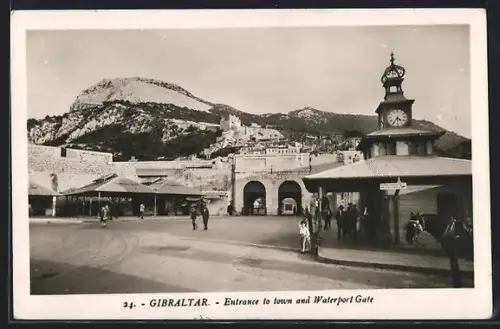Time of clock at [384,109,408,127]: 4:35
